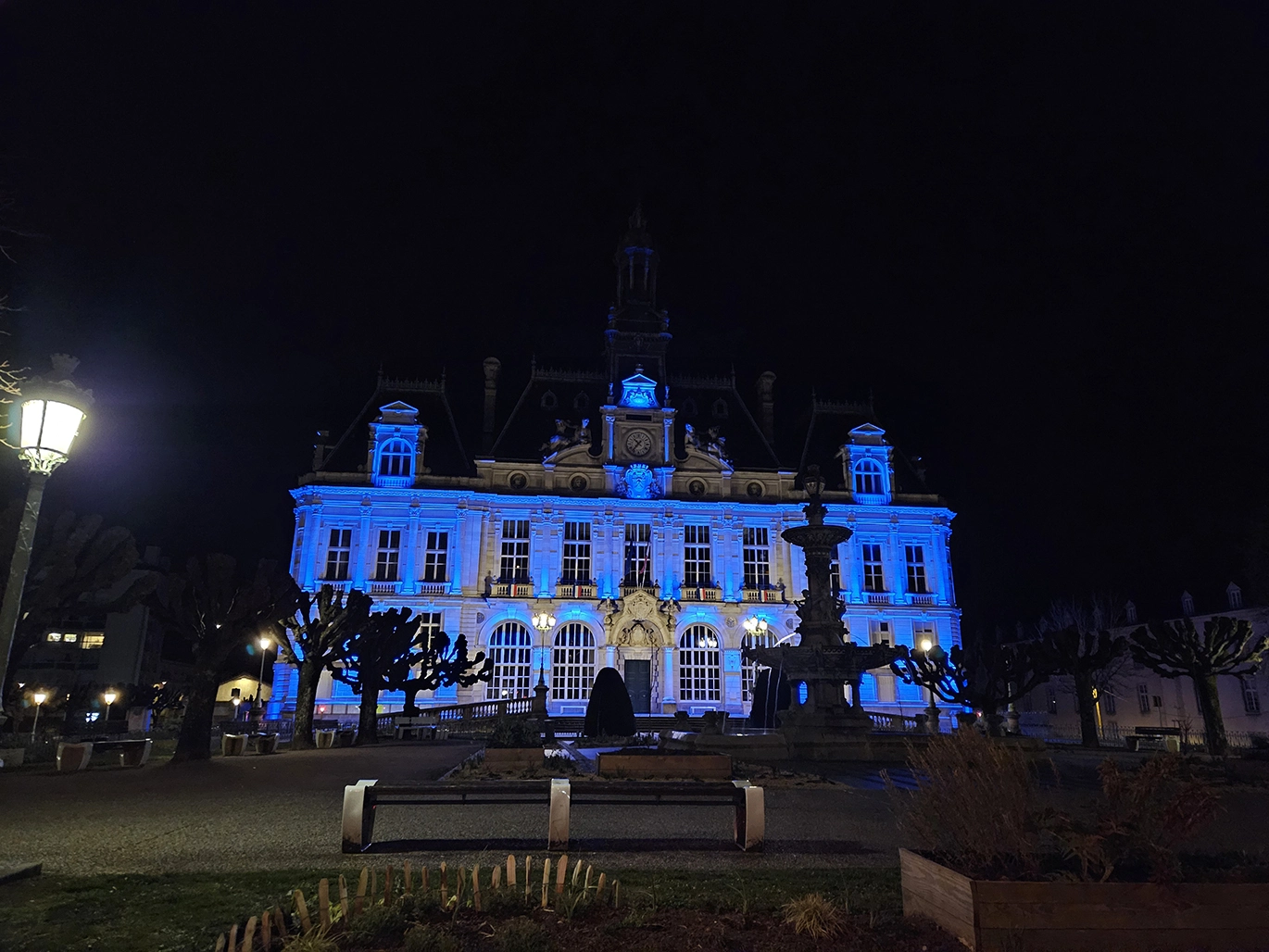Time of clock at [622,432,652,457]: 10:36
